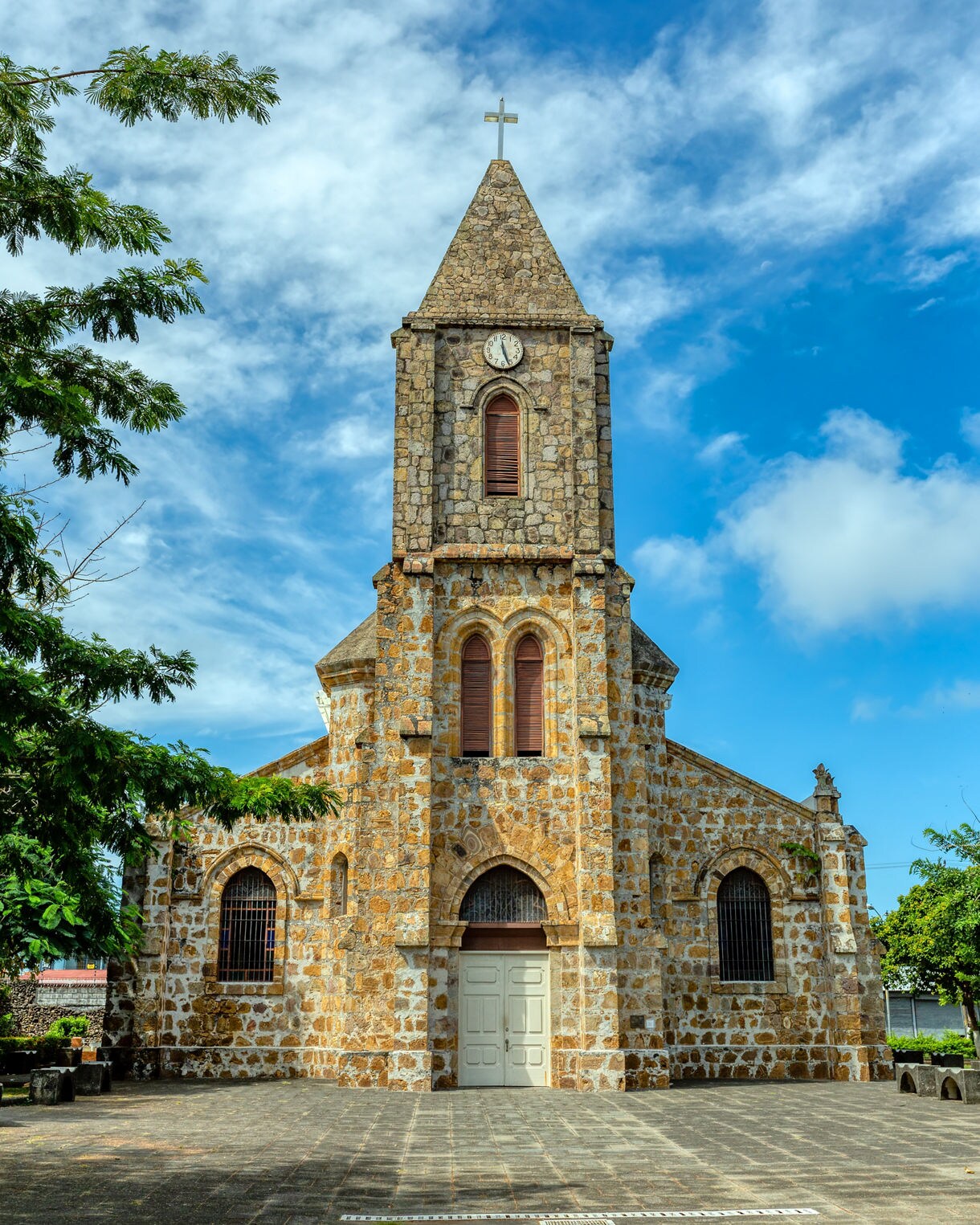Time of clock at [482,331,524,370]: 5:26
